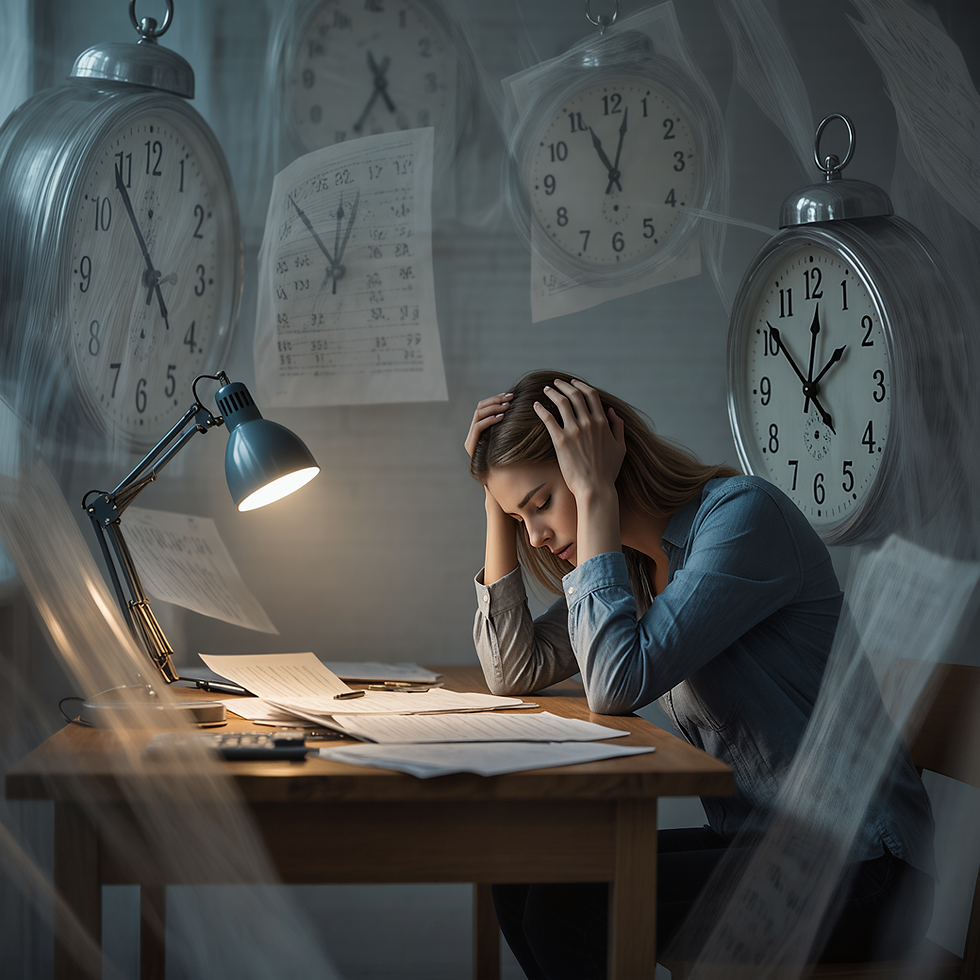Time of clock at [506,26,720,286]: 11:02
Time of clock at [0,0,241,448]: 12:53
